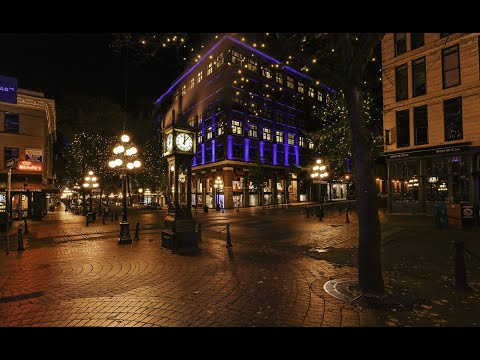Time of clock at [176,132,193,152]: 12:06
